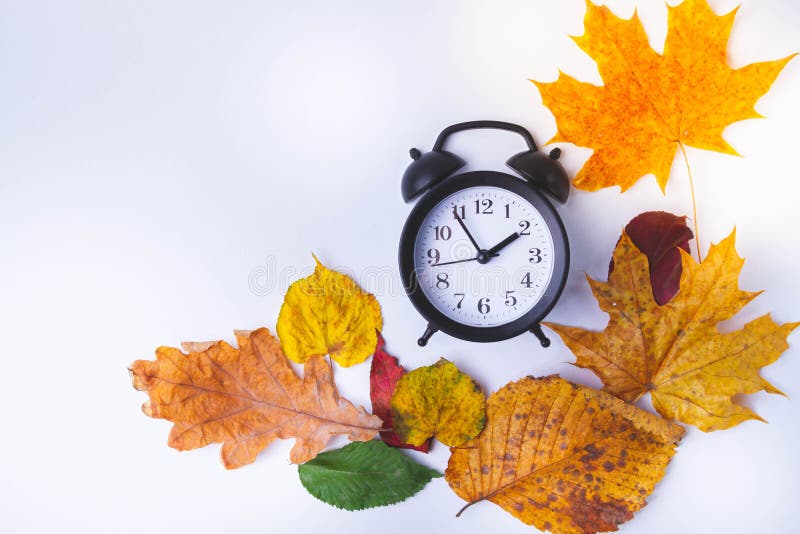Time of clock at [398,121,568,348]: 1:54
